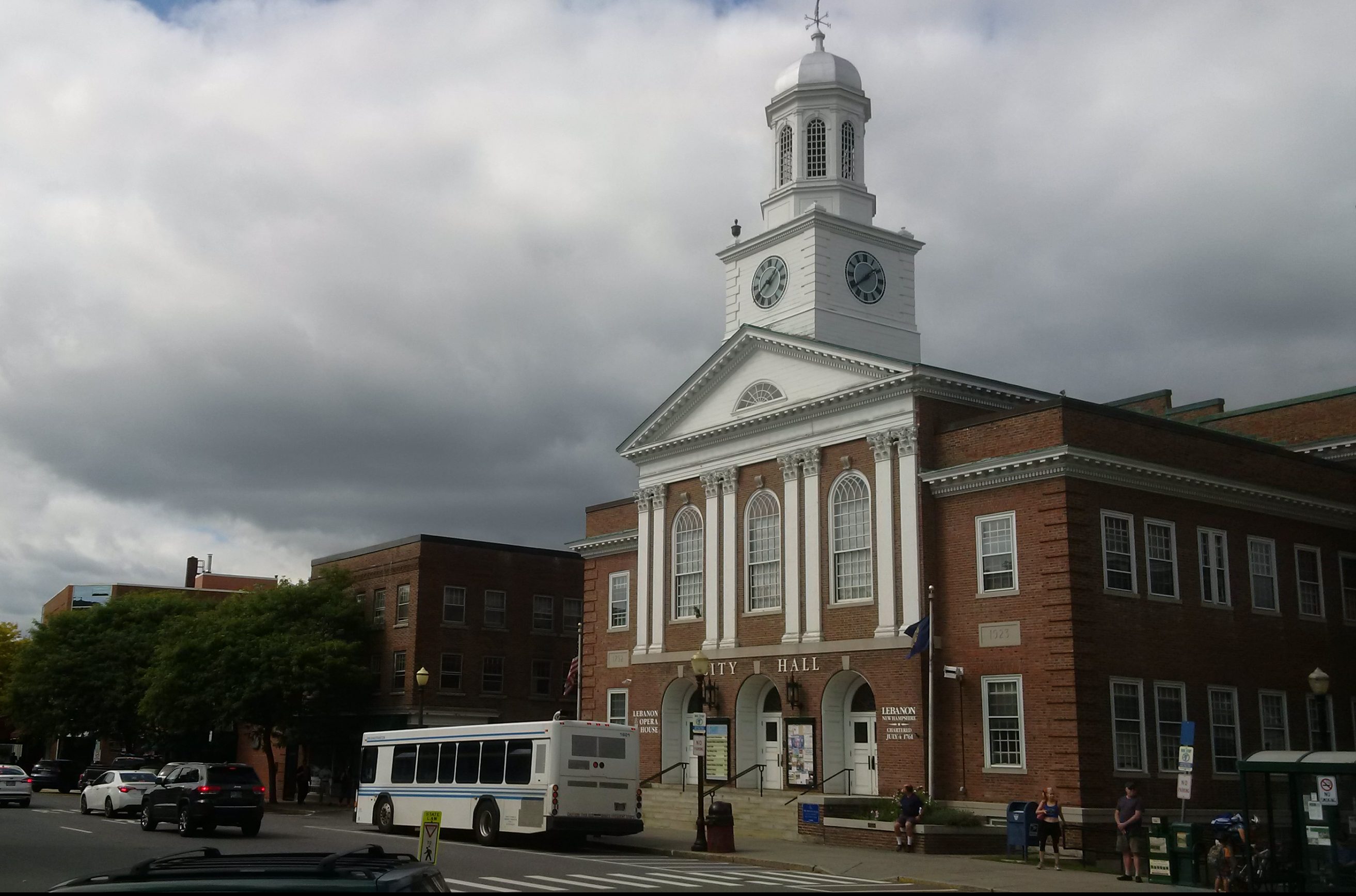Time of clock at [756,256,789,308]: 1:39
